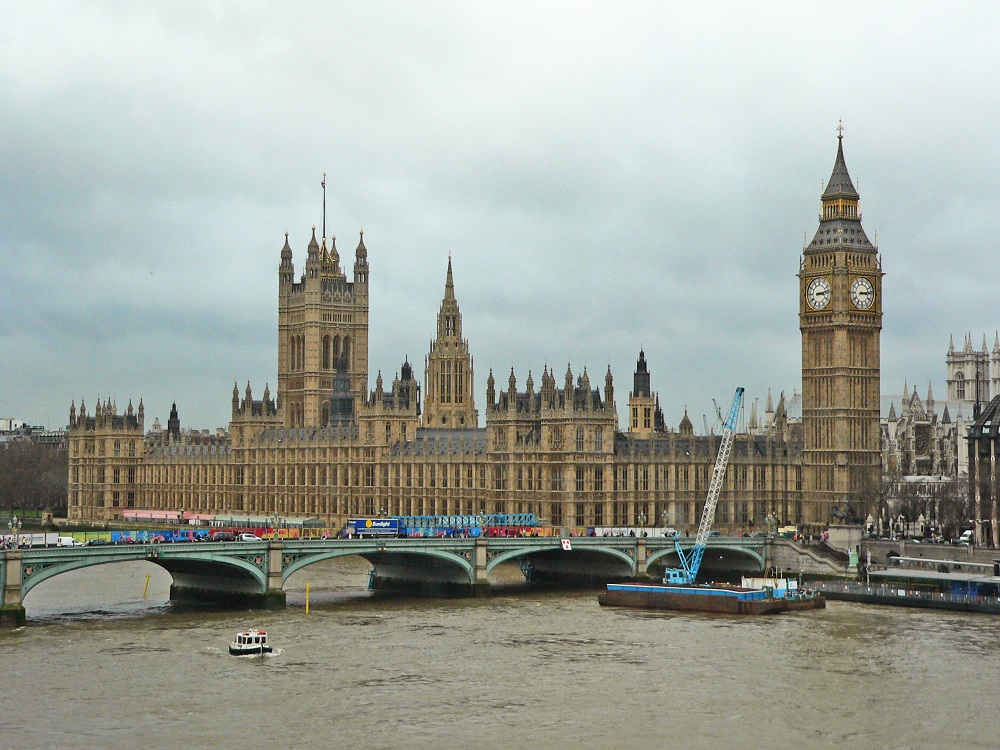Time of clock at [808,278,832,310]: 3:13
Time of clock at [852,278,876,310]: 3:13
